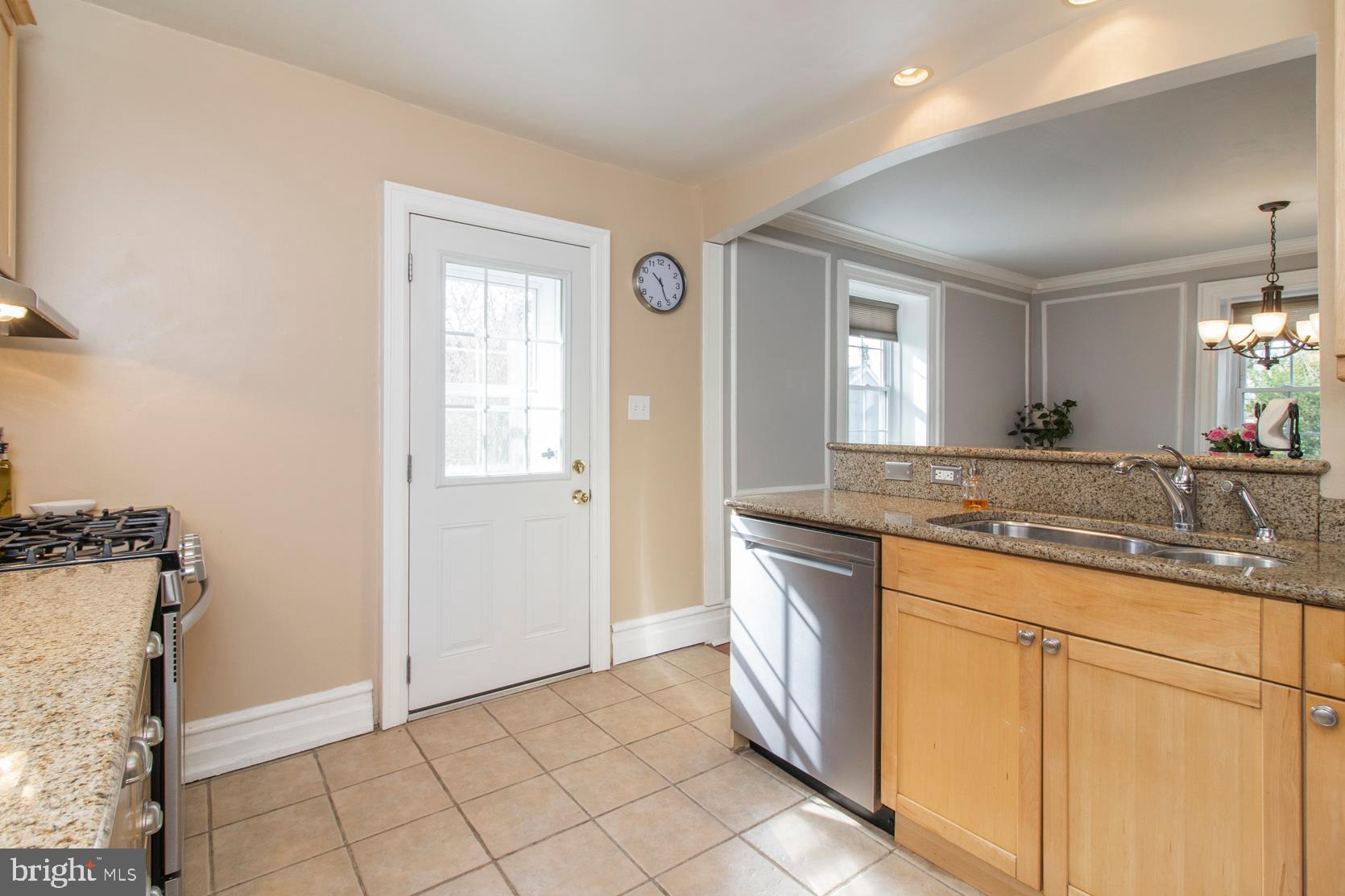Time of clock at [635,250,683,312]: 10:25
